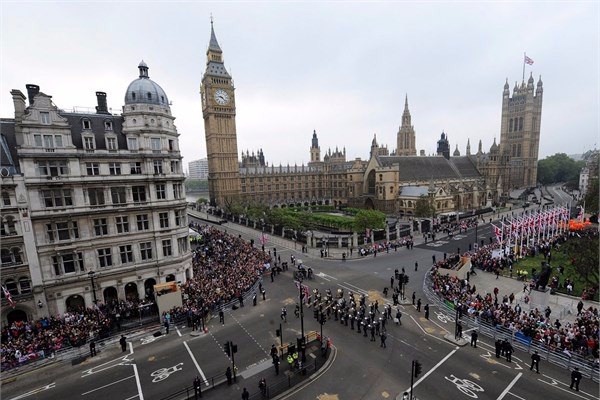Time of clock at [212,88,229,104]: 9:22
